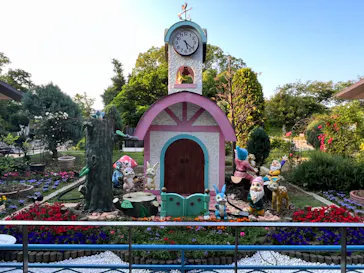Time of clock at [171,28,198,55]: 5:21
